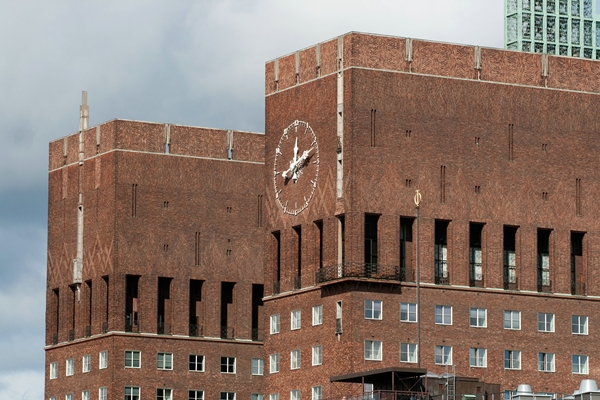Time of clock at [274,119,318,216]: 12:11
